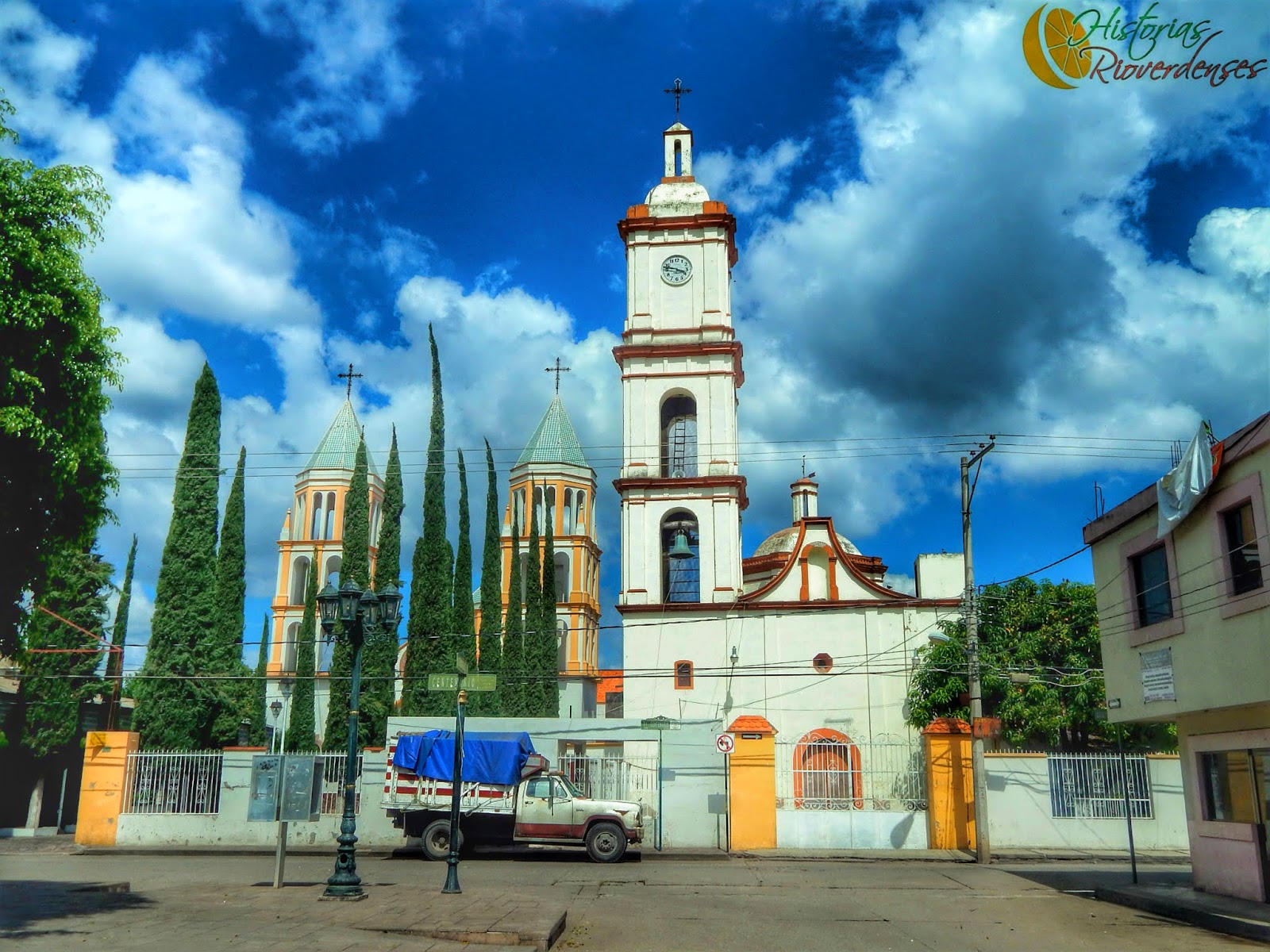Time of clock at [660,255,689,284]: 3:47
